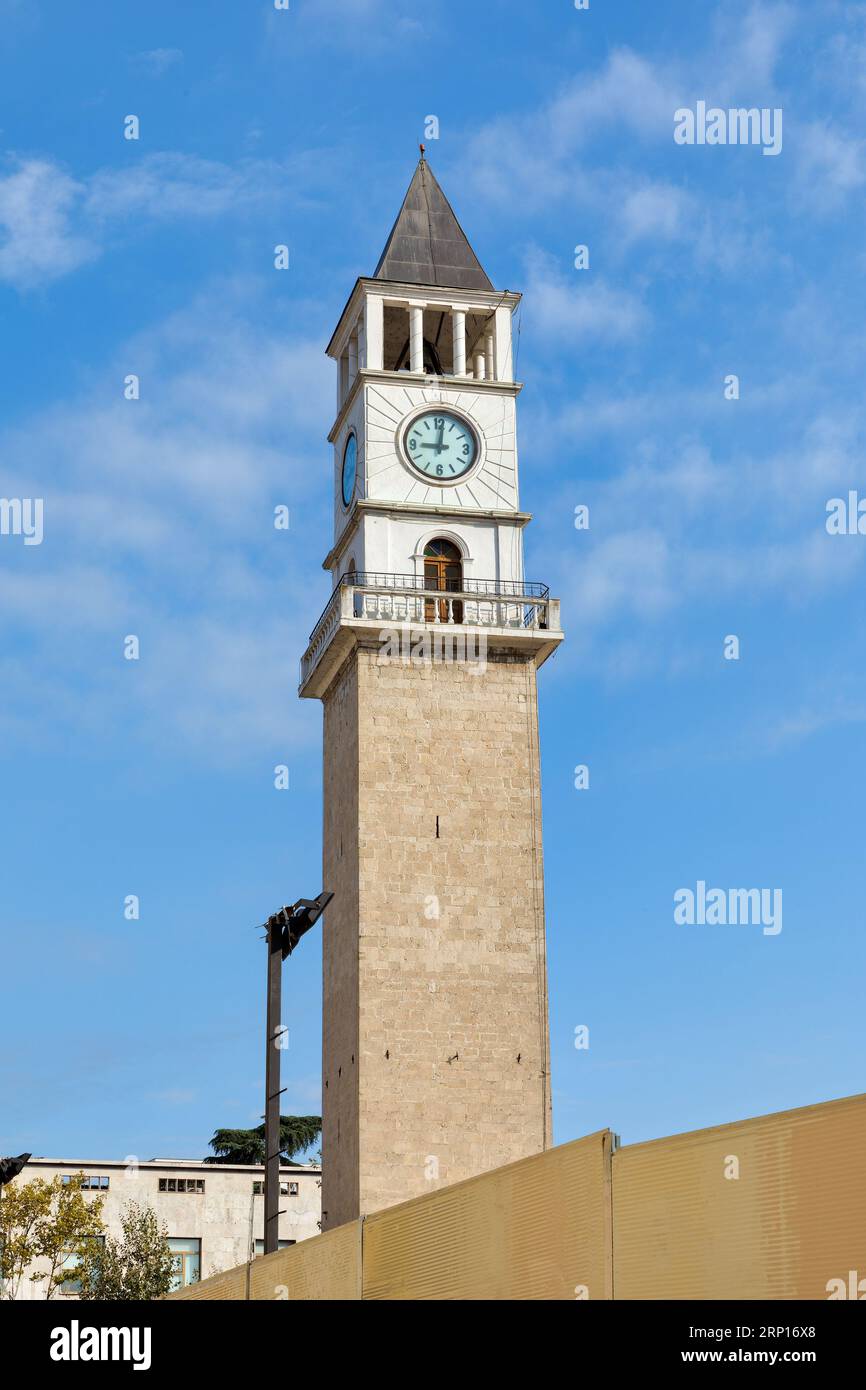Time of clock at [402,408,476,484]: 9:01
